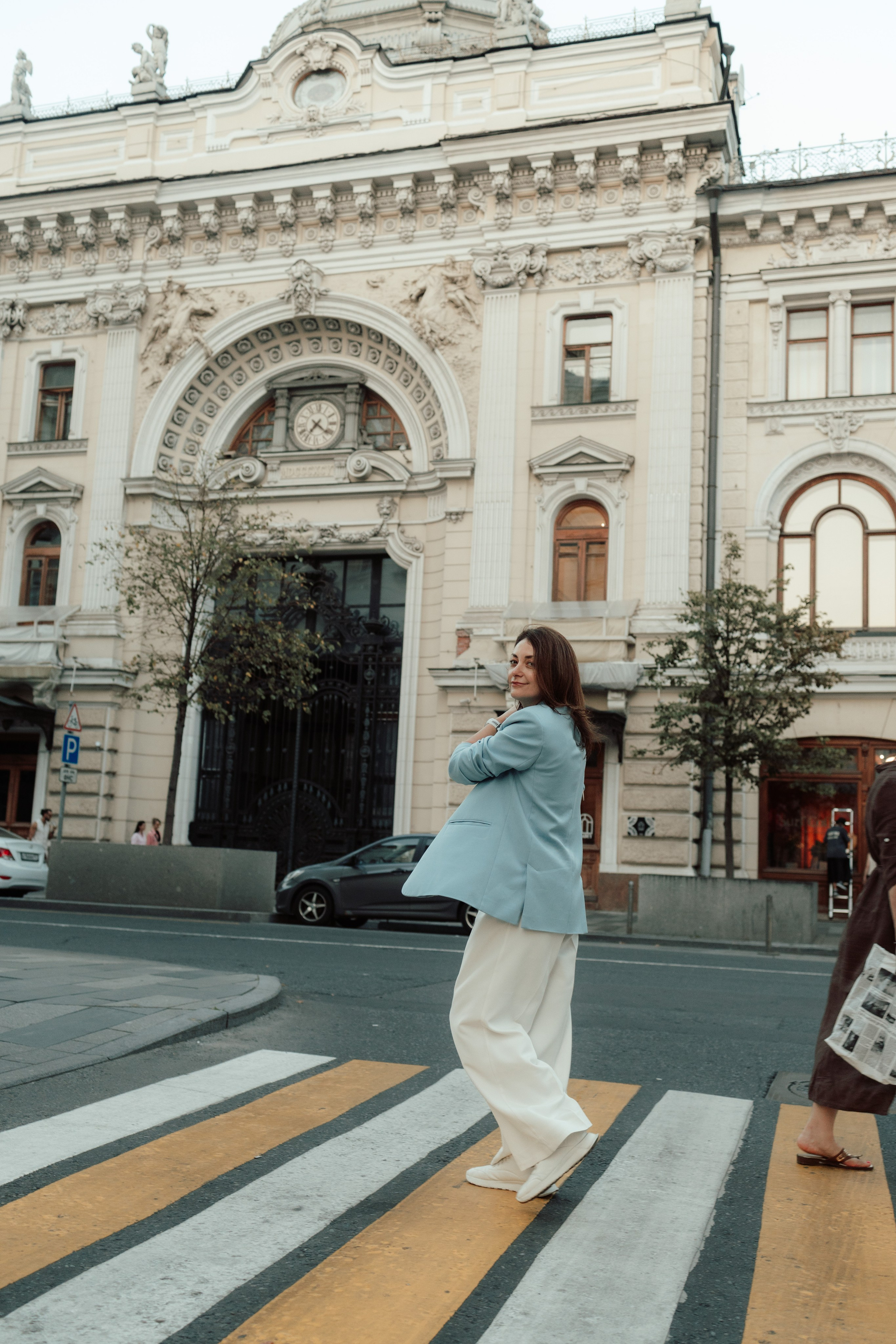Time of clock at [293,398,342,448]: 7:21
